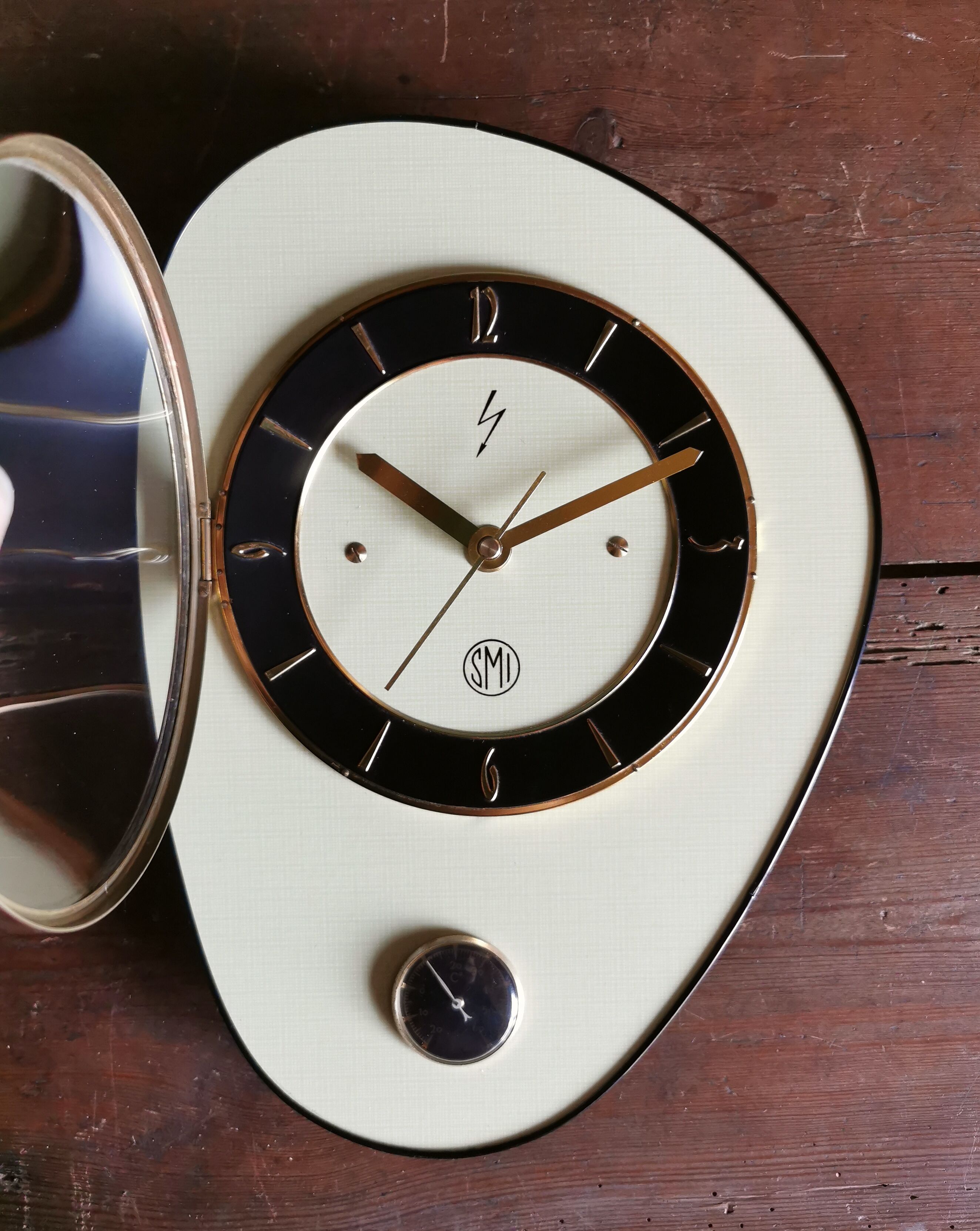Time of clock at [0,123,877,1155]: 10:10
